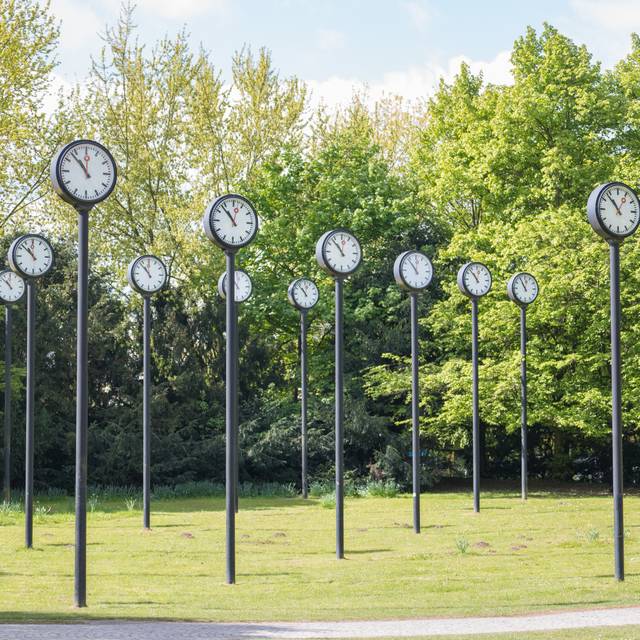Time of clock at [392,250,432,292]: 11:53
